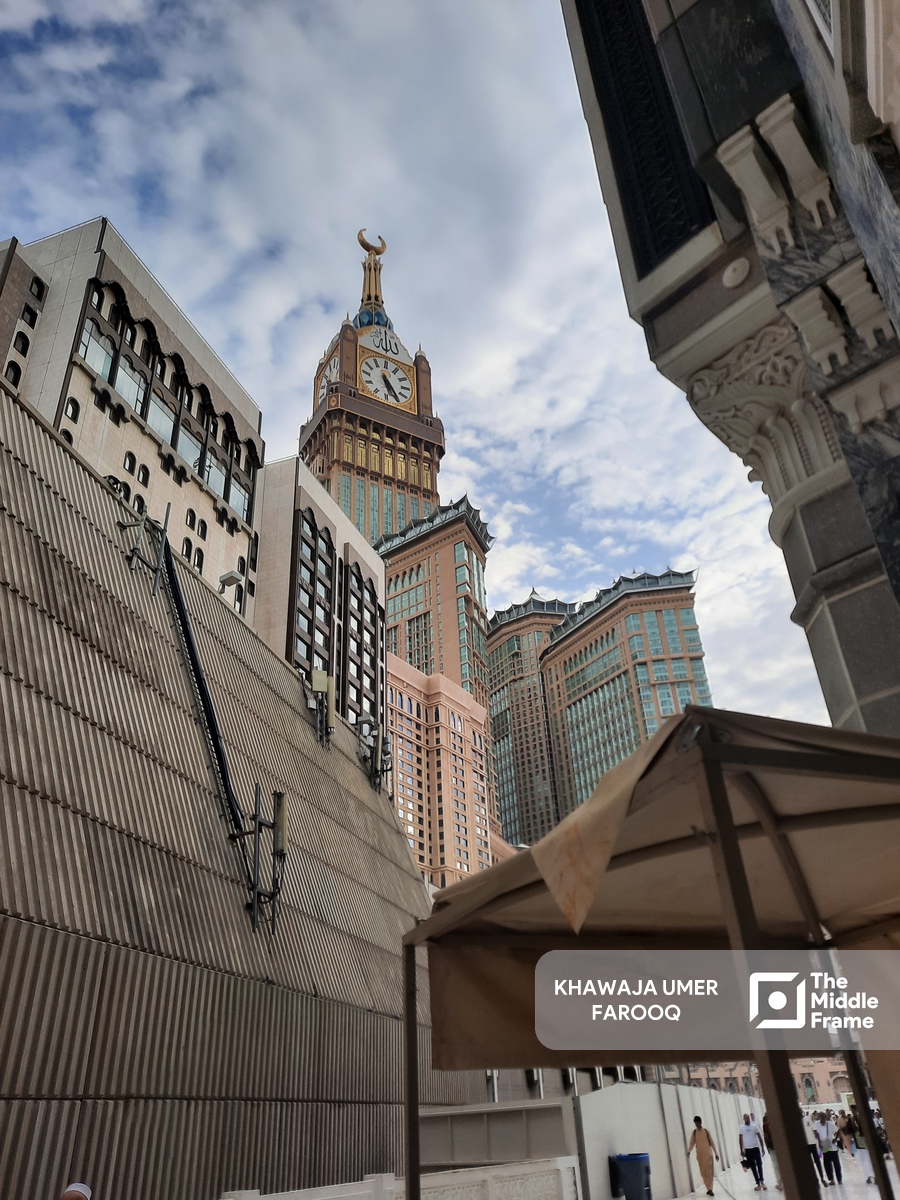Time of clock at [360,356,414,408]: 5:24
